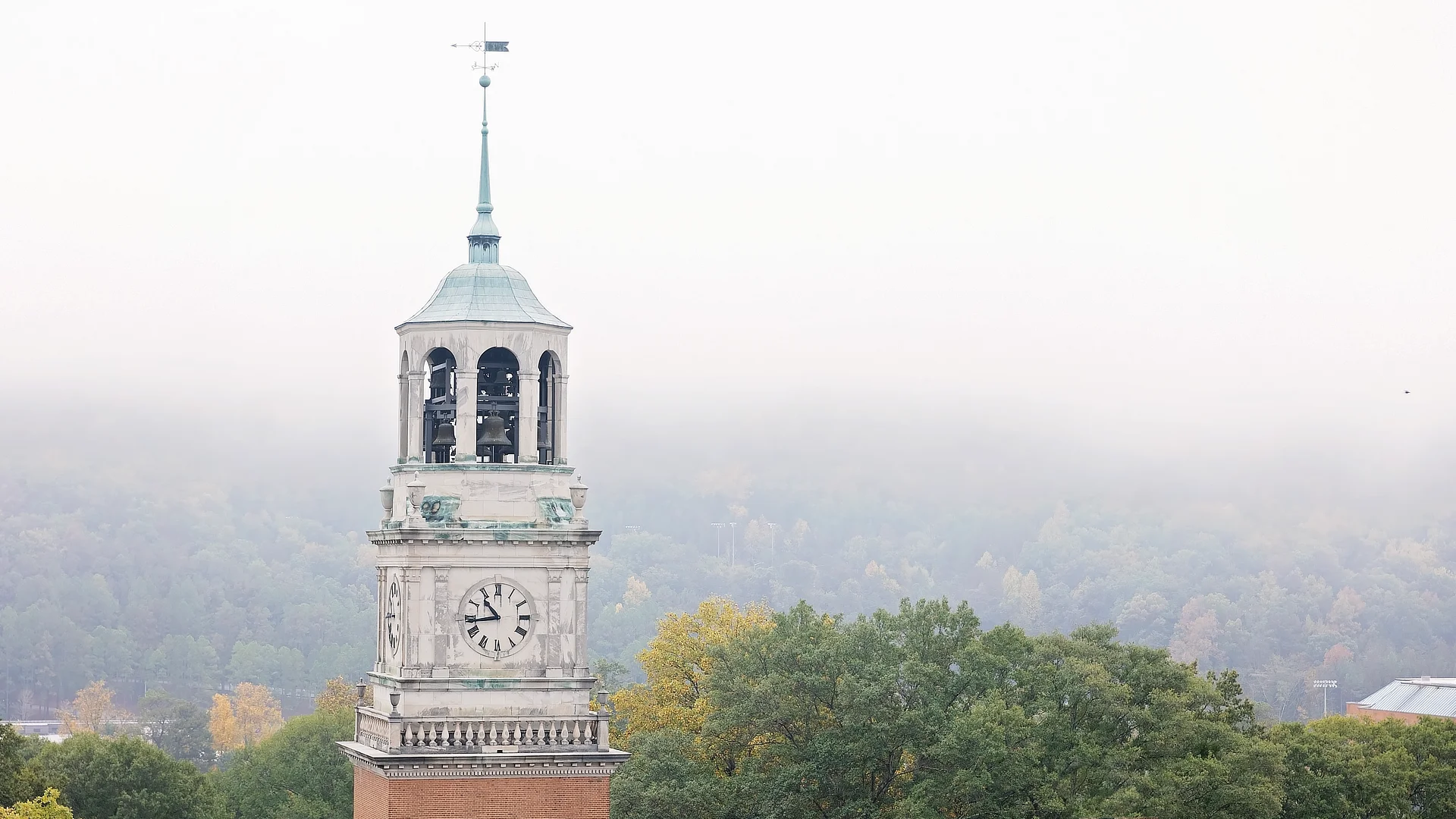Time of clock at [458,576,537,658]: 10:43
